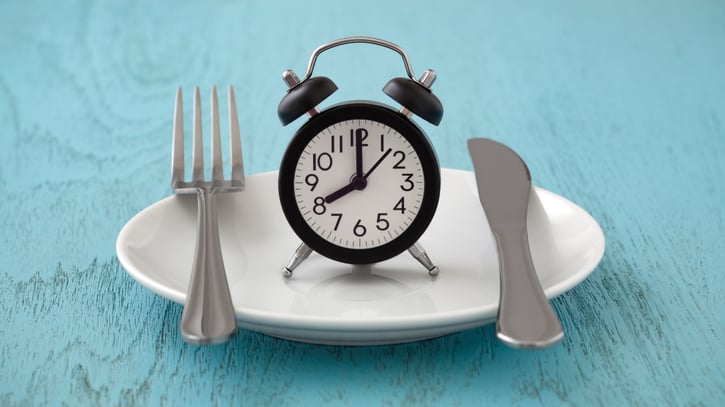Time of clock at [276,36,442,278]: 8:00
